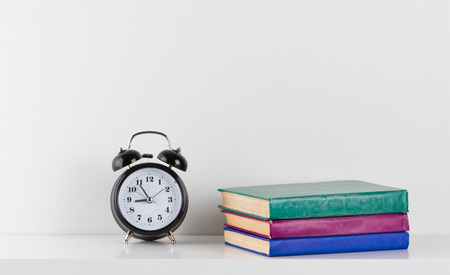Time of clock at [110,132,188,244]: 8:54
